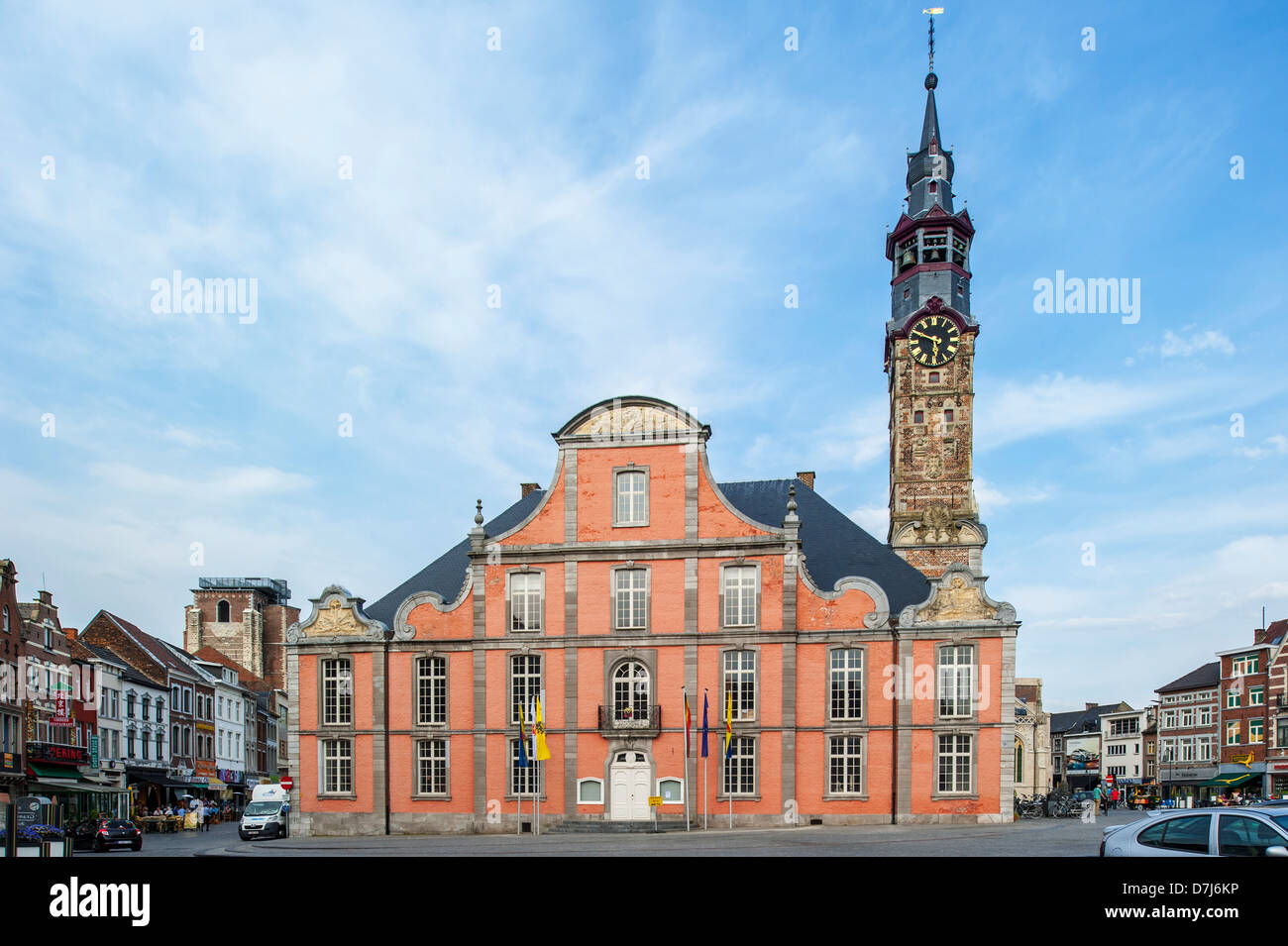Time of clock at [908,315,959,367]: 5:48
